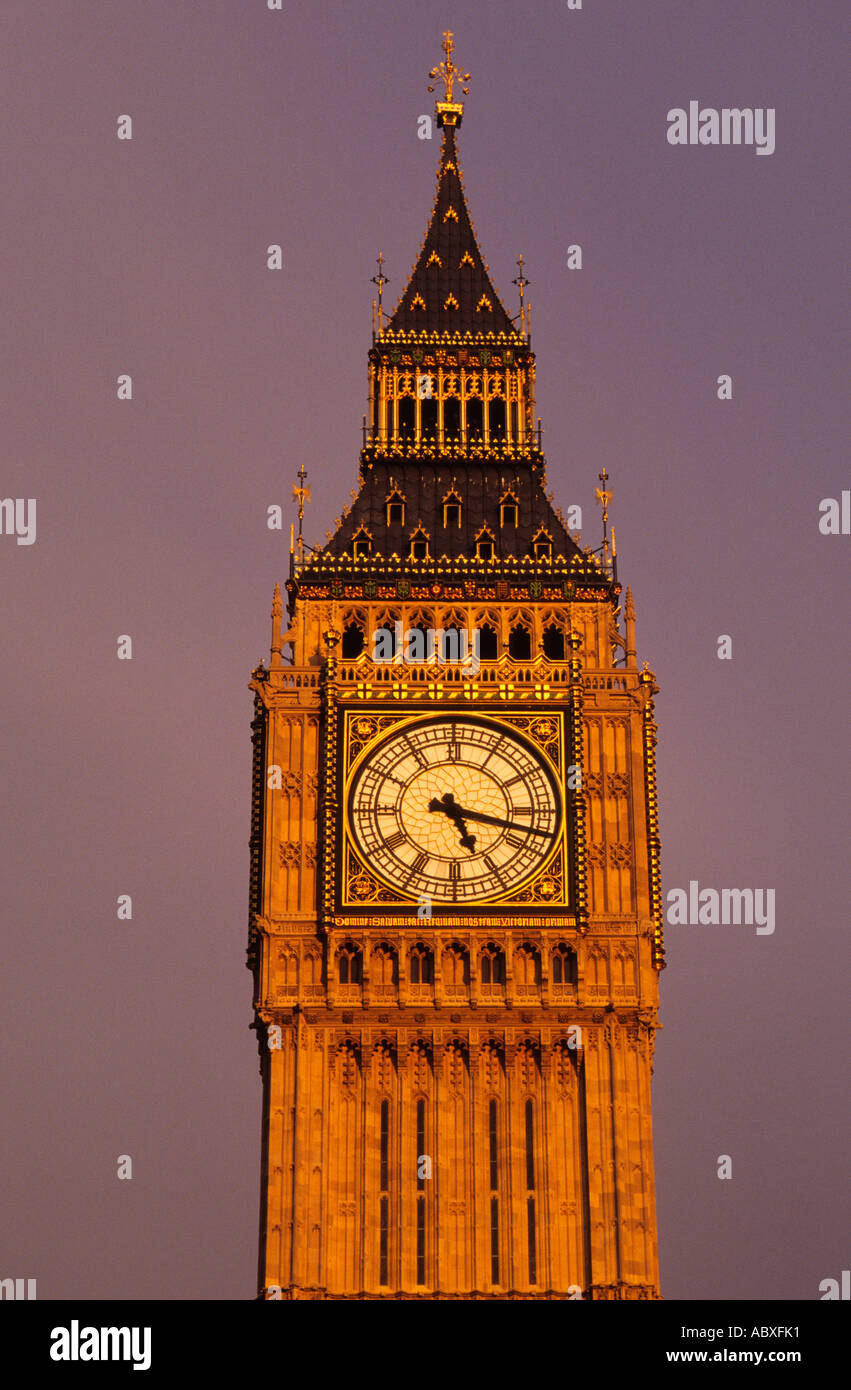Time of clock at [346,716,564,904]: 5:17
